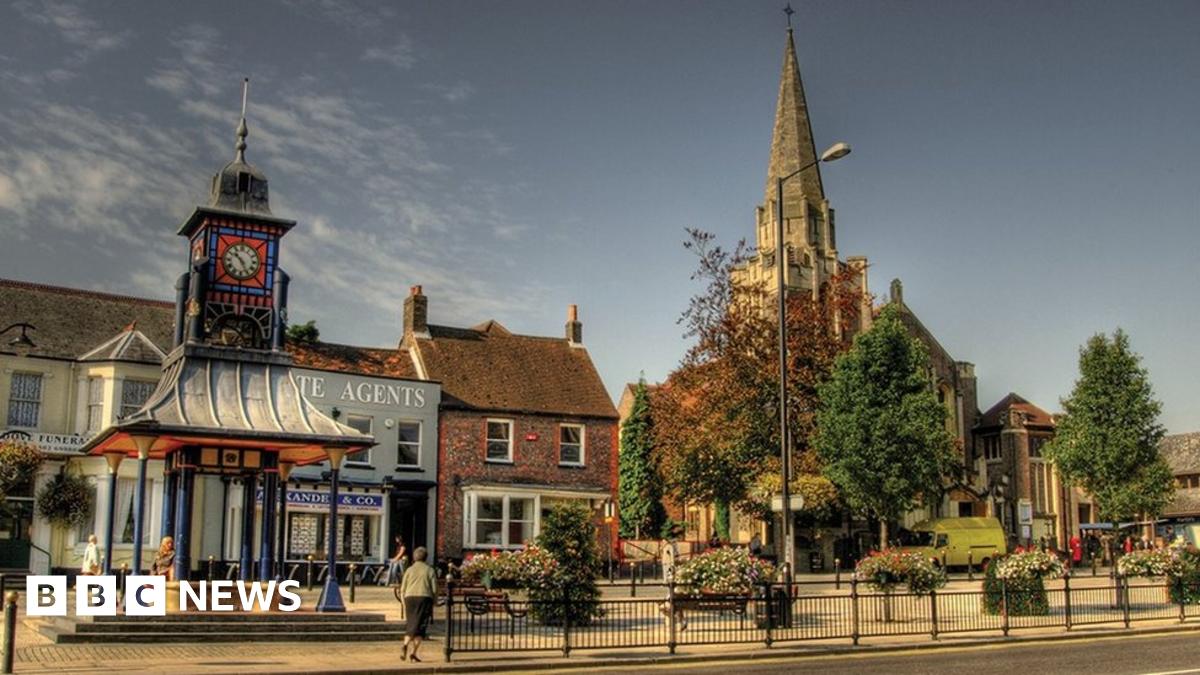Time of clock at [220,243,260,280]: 10:25
